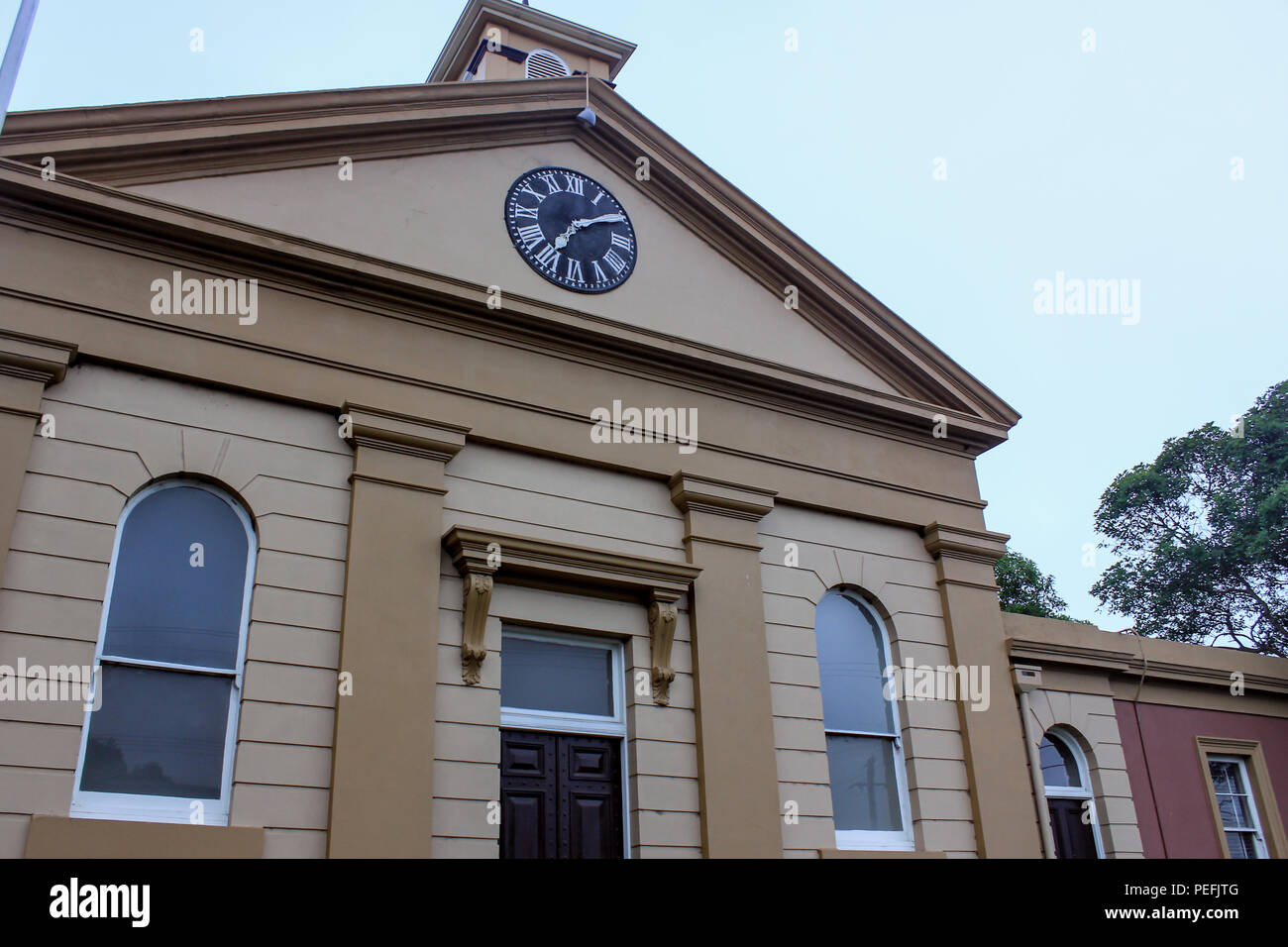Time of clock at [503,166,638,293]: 7:09
